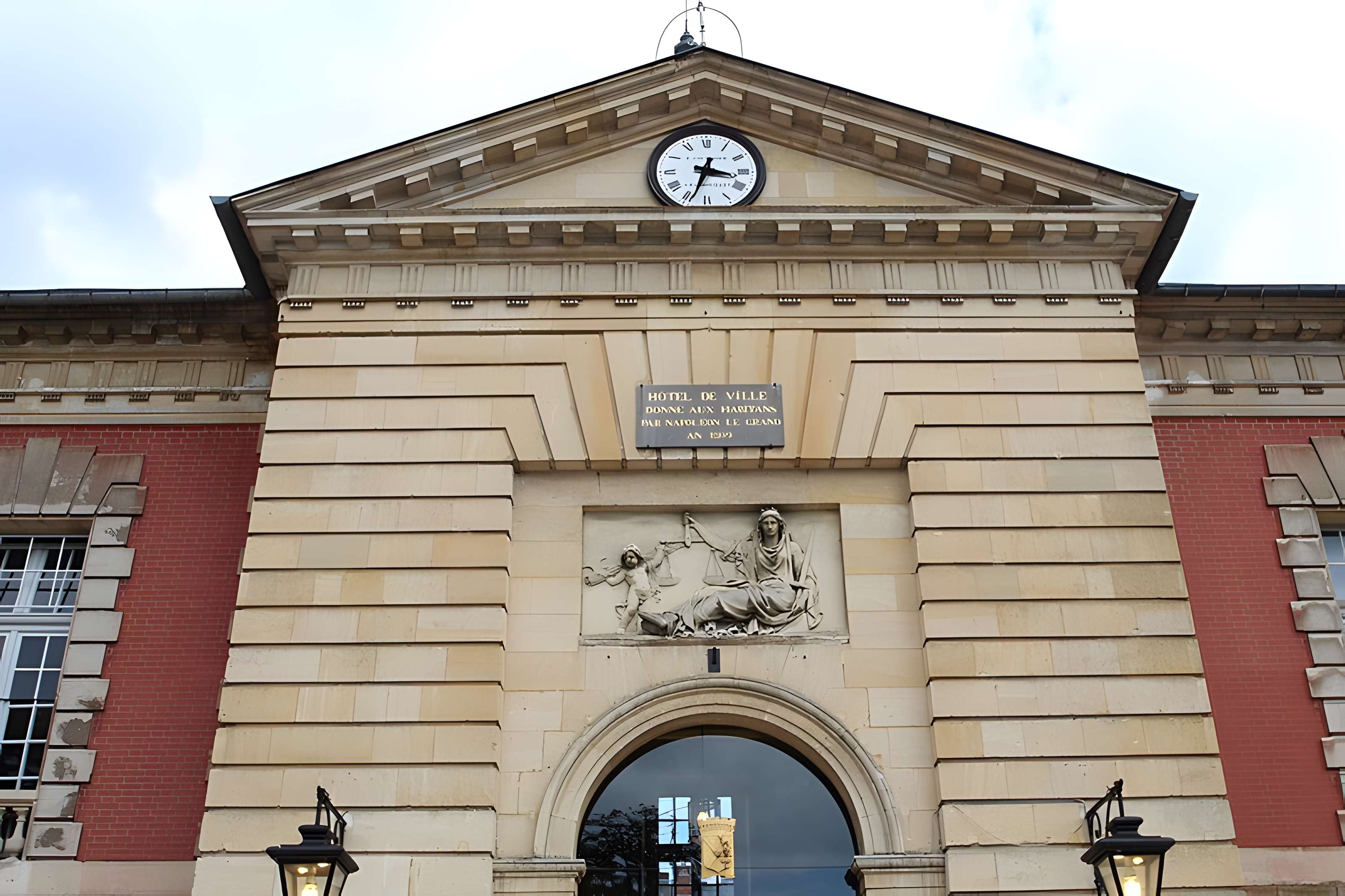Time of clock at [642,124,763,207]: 3:33
